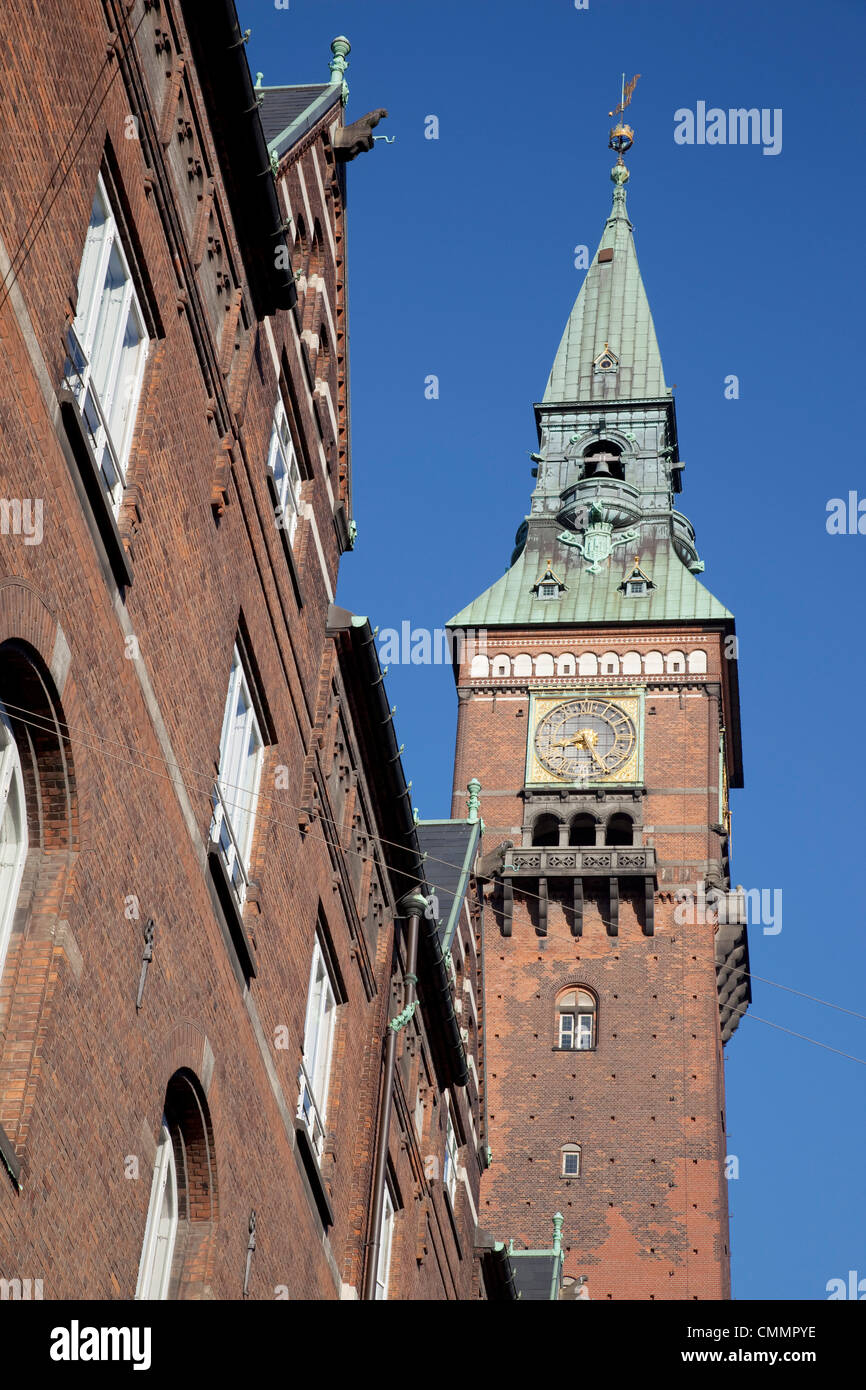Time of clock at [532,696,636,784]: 8:26
